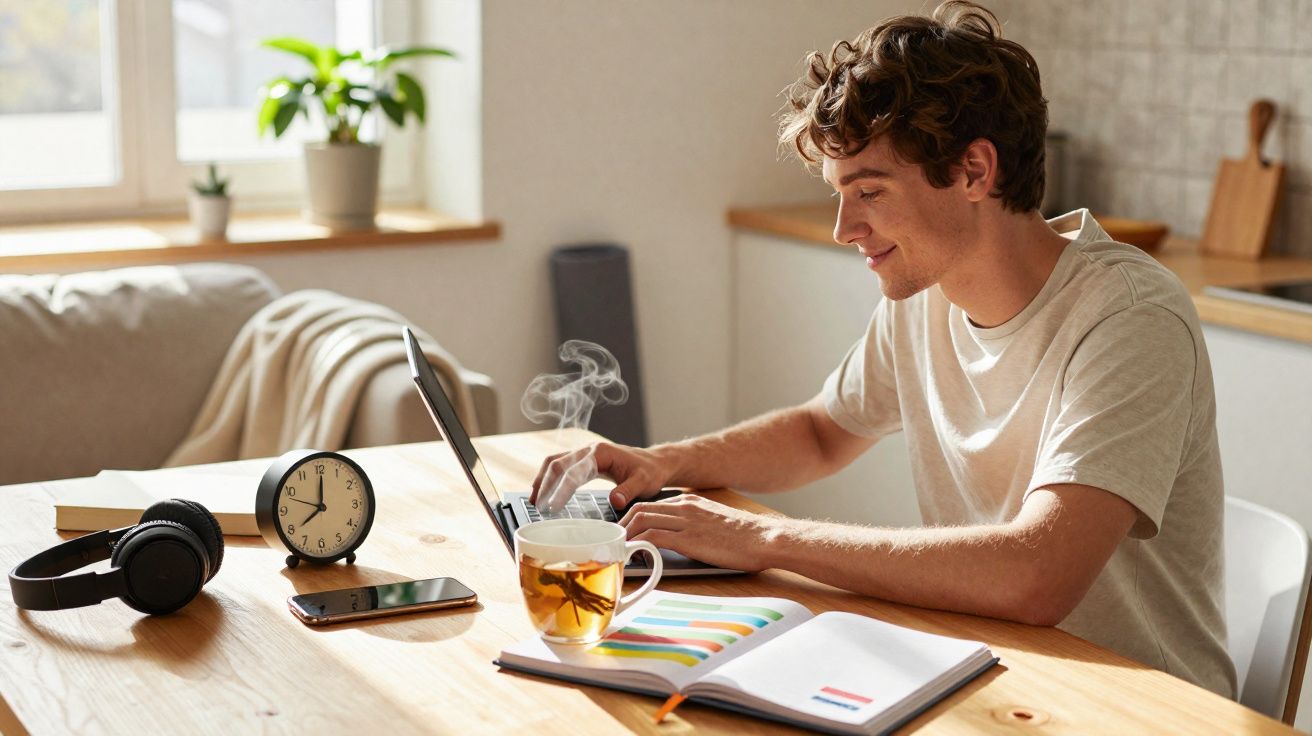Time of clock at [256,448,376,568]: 12:00
